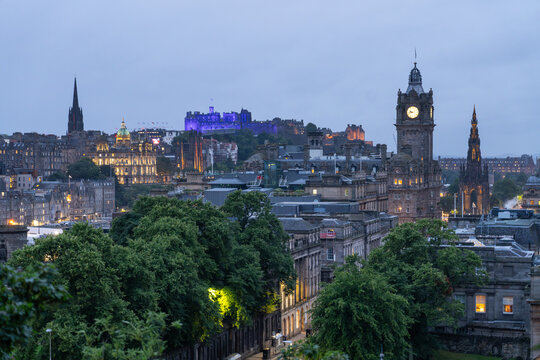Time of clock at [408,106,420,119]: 9:43
